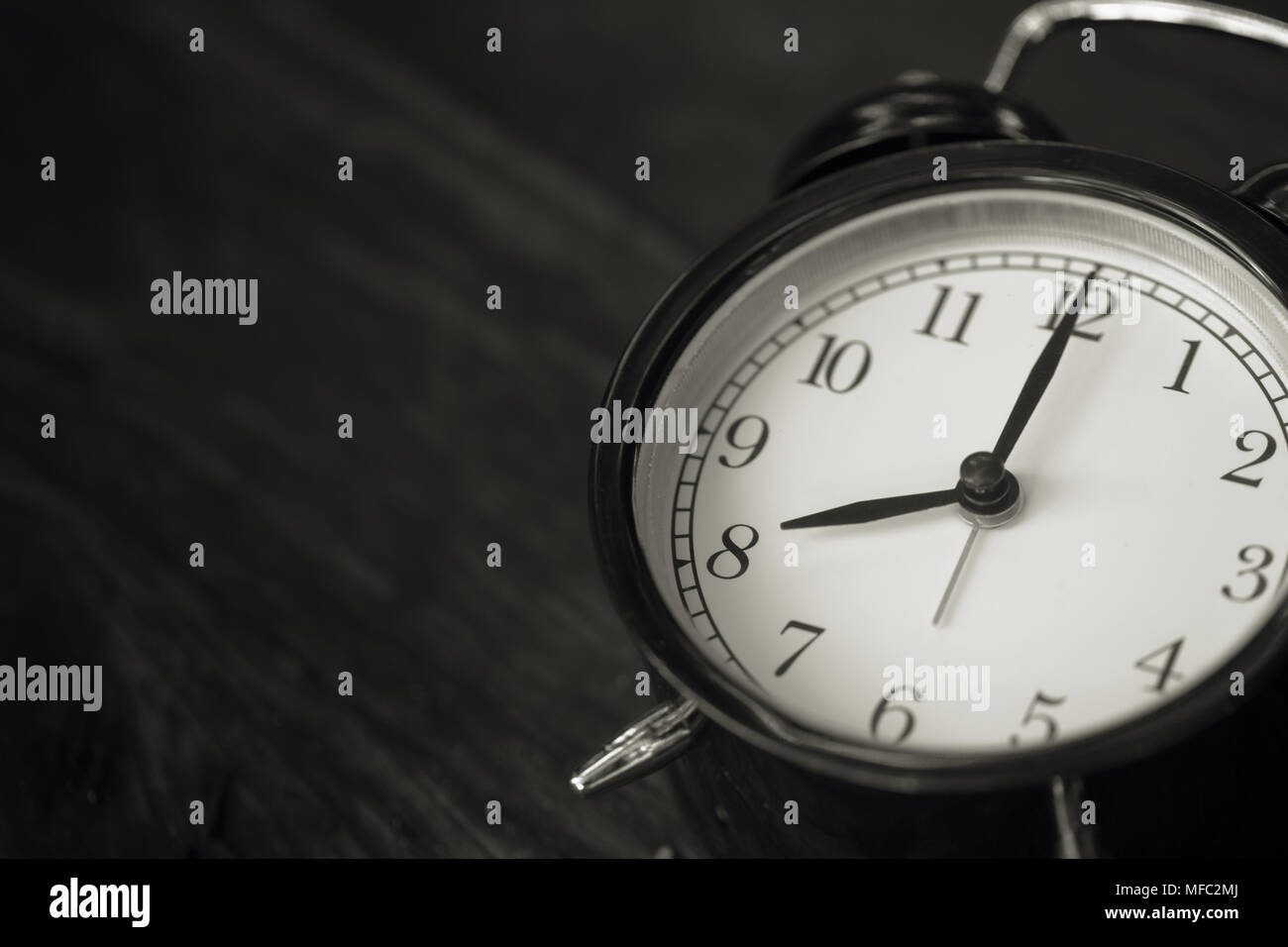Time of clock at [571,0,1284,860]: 8:00
